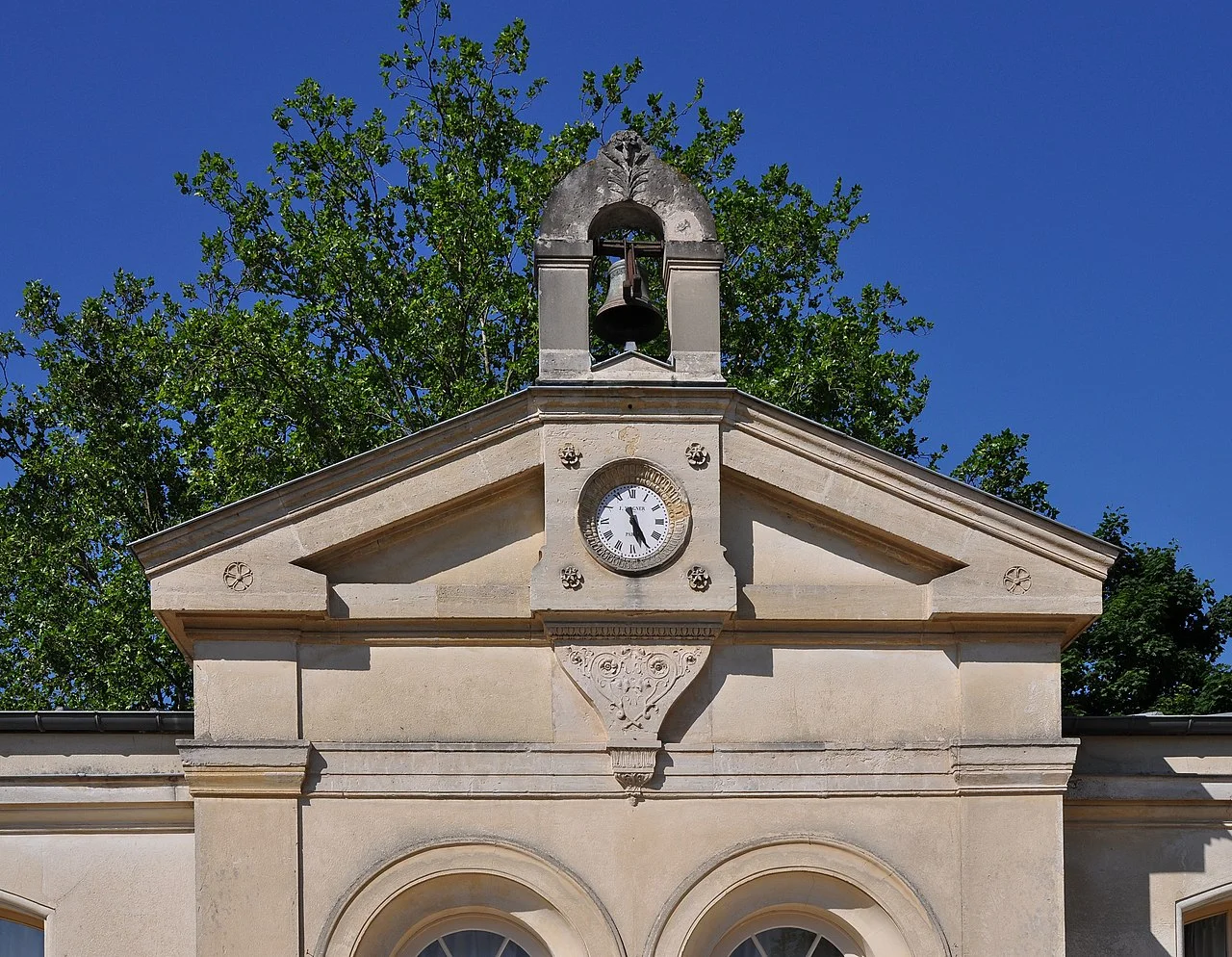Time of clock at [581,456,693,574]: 5:24
